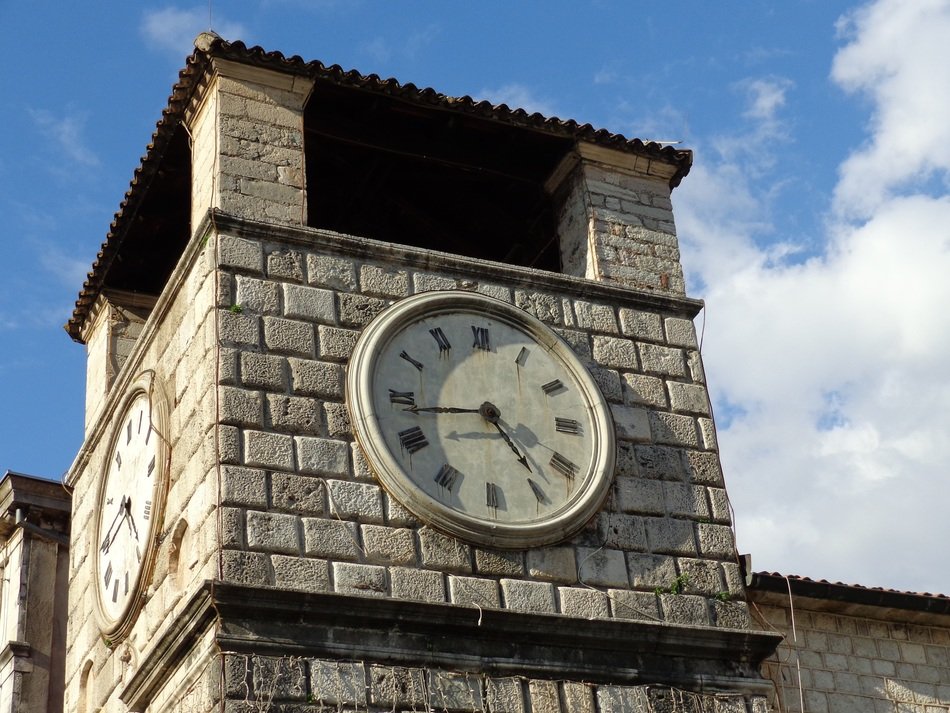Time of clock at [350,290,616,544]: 4:43
